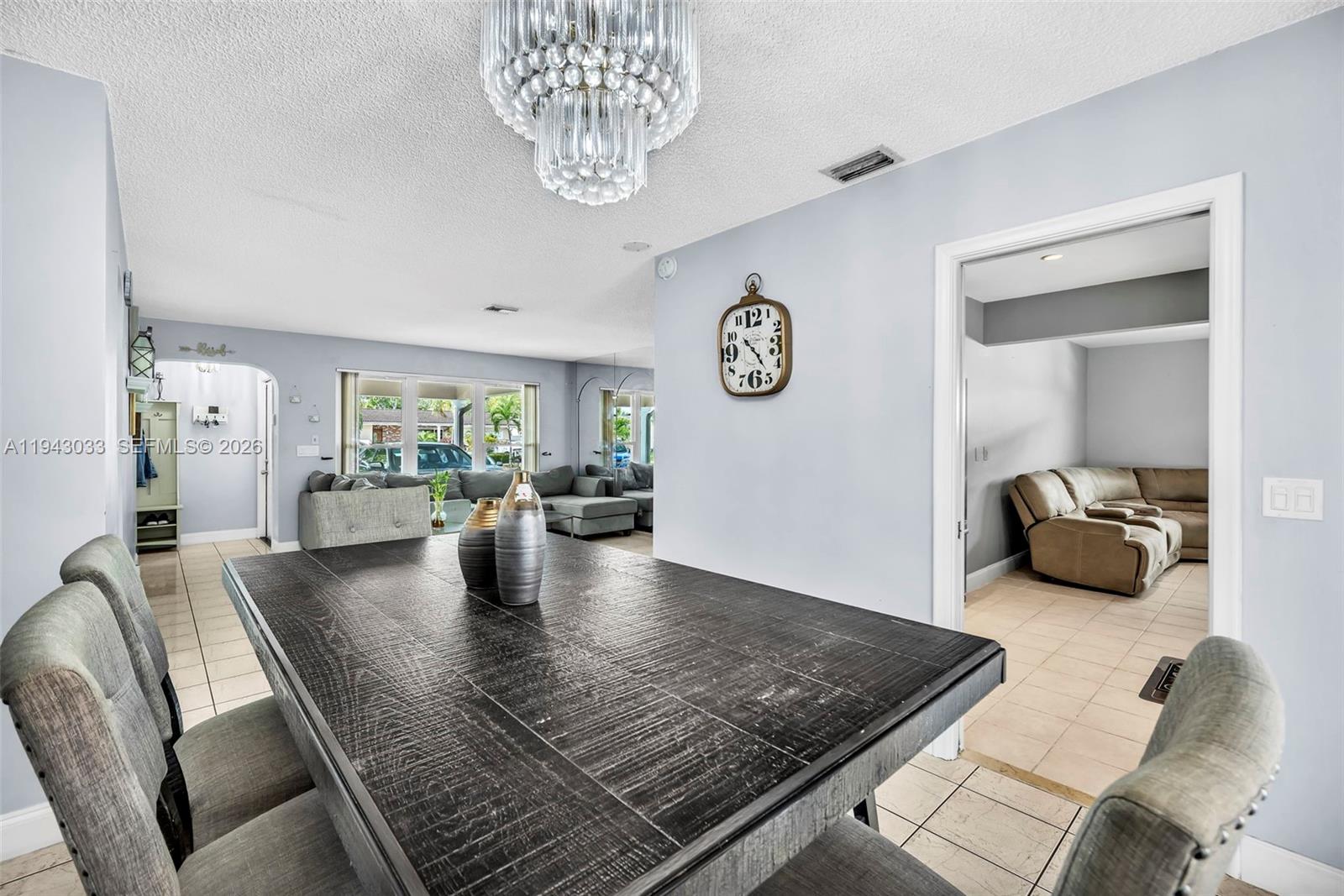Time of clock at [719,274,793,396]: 10:23
